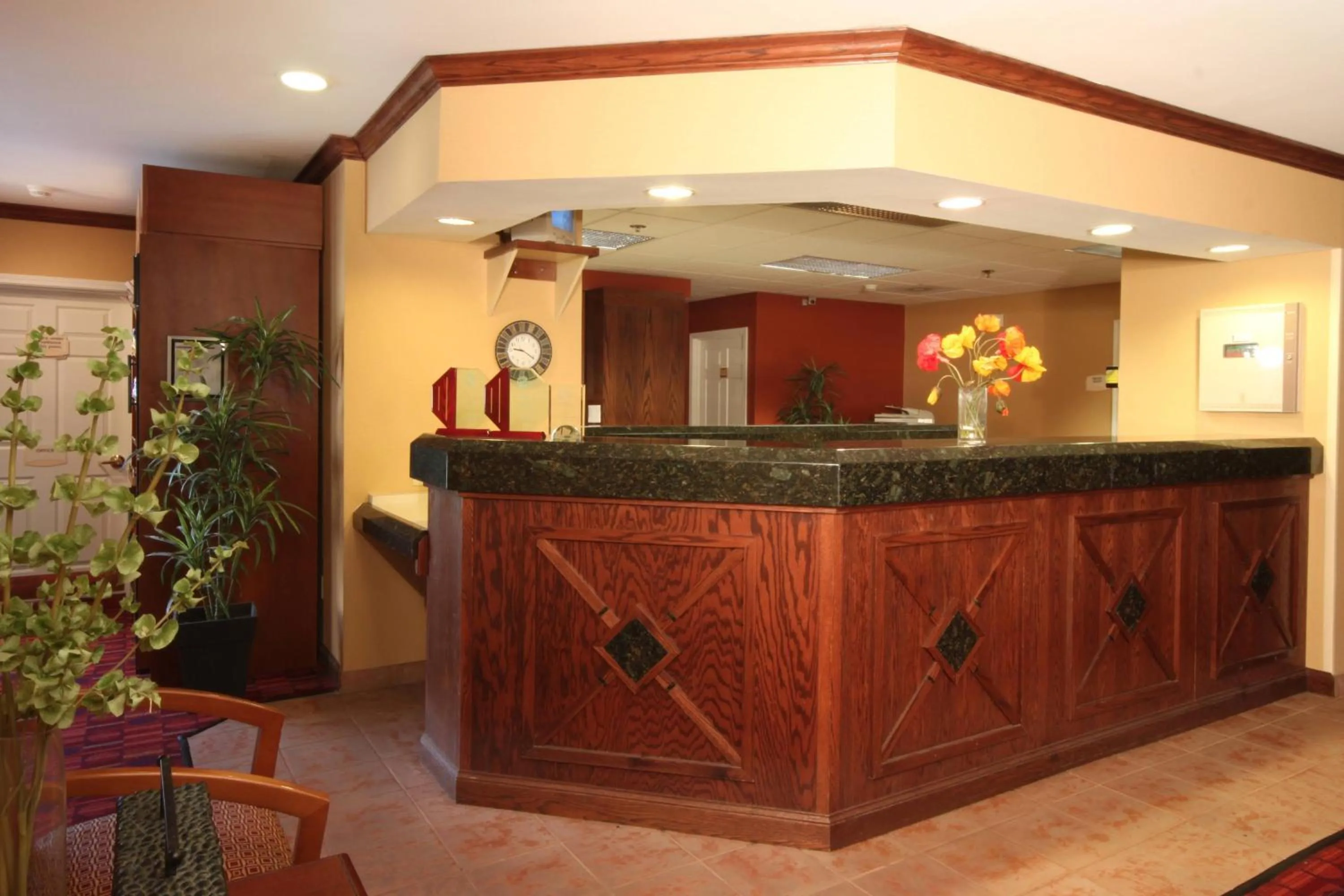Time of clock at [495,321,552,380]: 9:20
